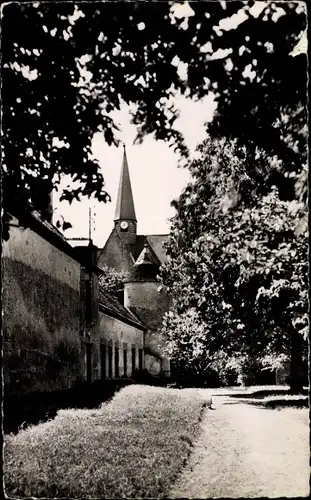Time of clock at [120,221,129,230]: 5:37
